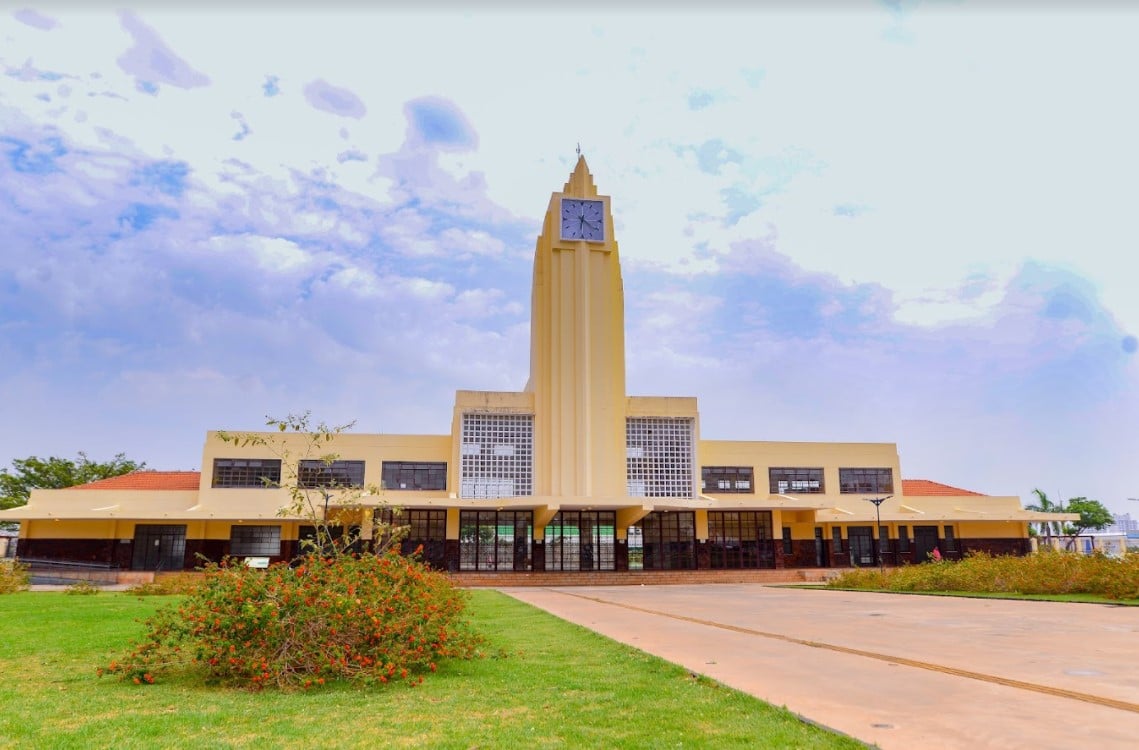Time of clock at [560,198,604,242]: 6:21
